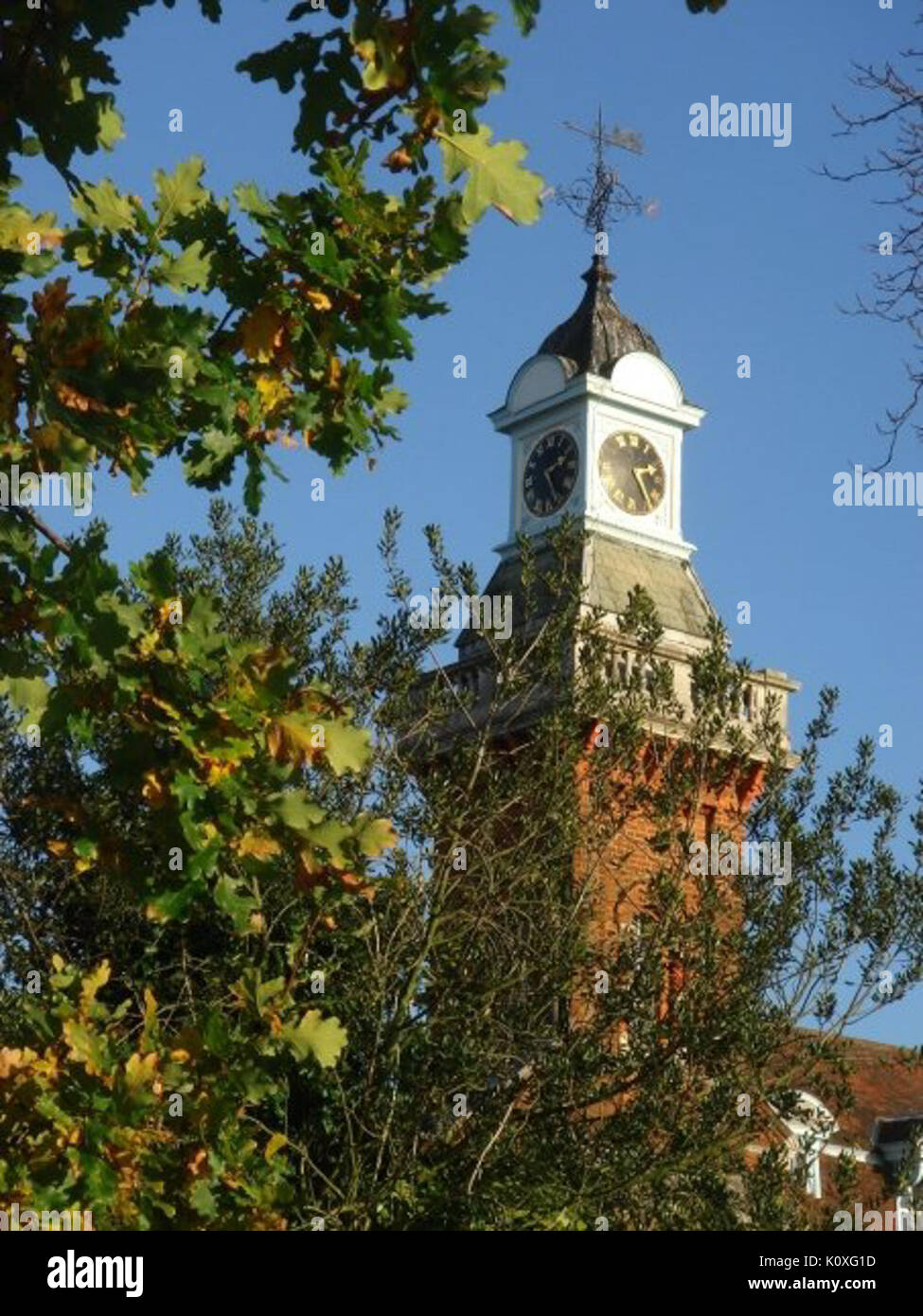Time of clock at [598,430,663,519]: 2:24
